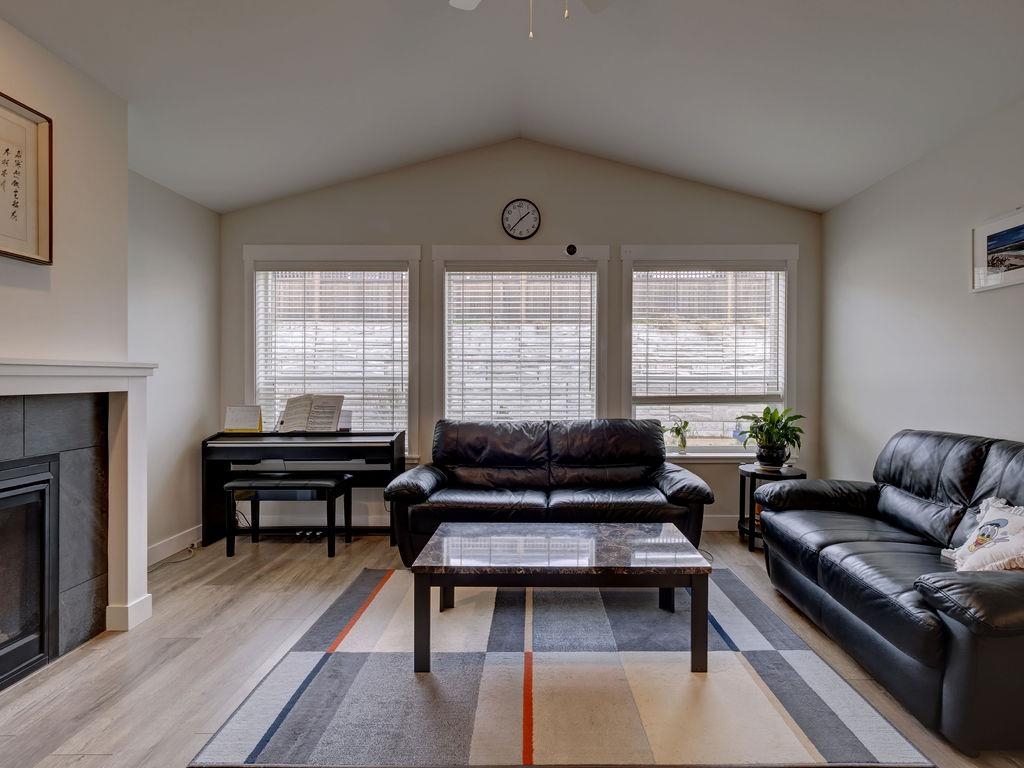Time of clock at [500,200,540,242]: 1:37
